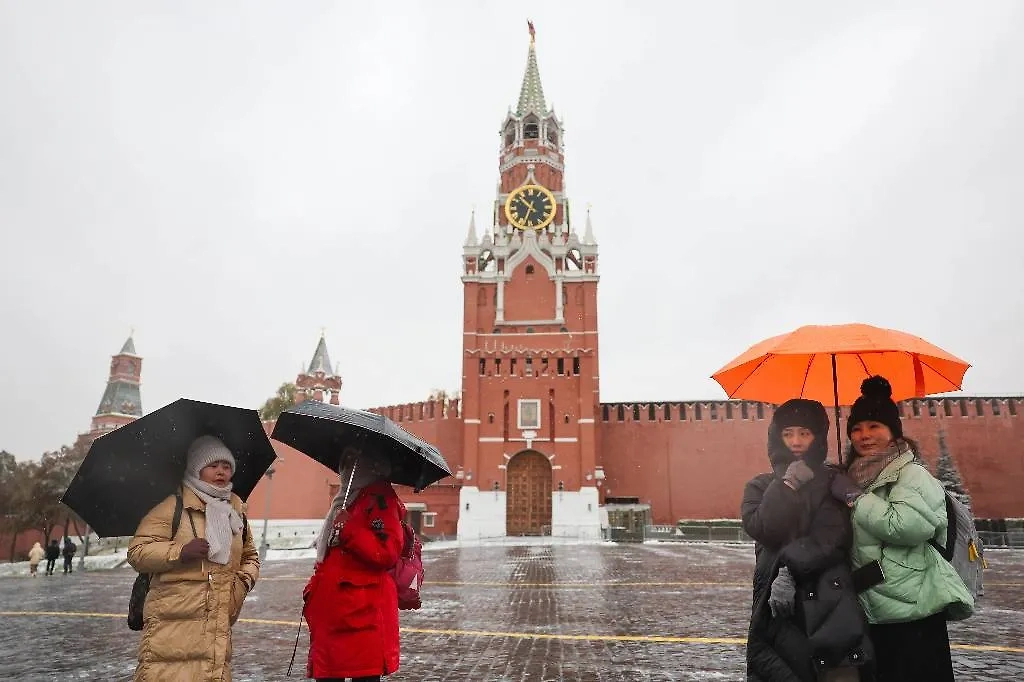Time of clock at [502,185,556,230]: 10:33
